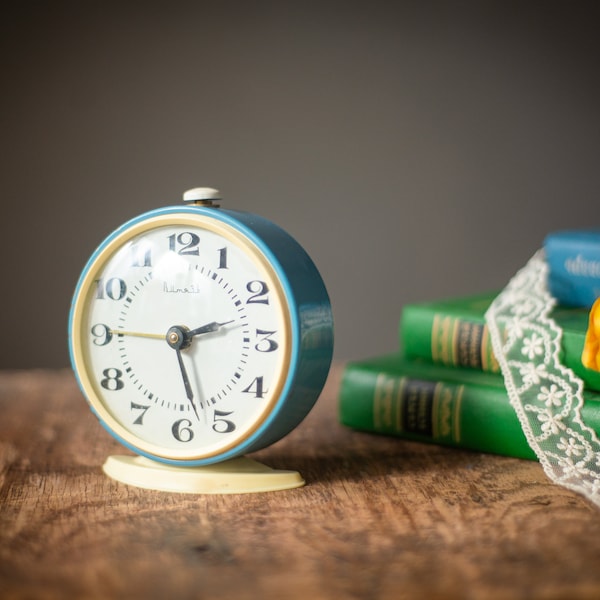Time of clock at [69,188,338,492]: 2:27
